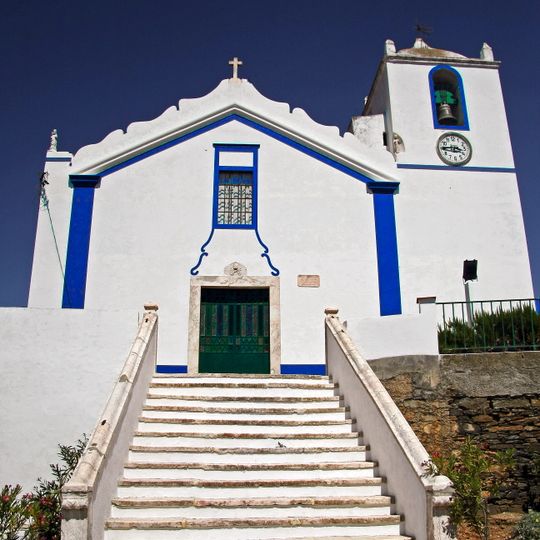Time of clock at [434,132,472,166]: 3:45
